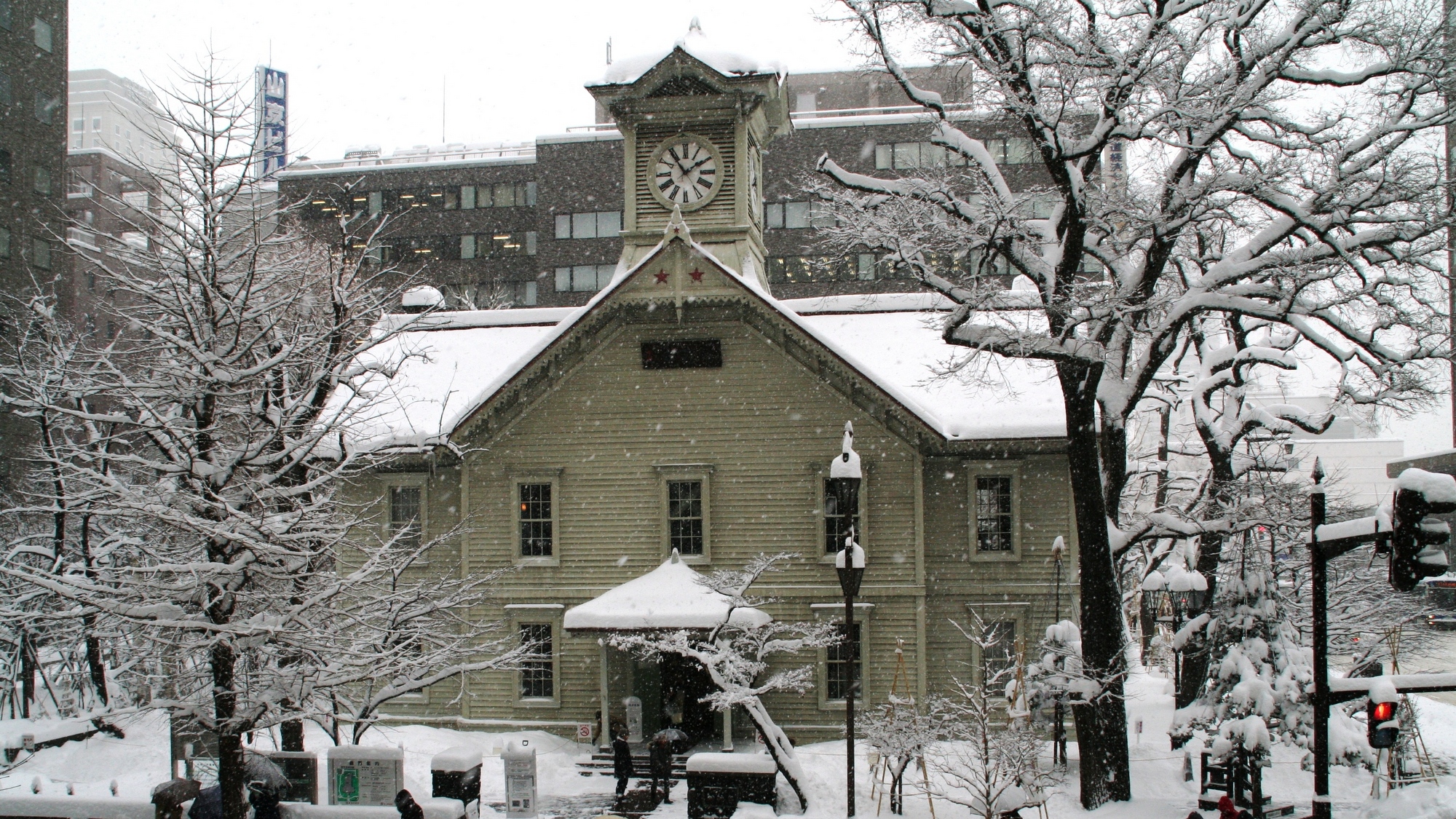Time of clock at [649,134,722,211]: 1:54
